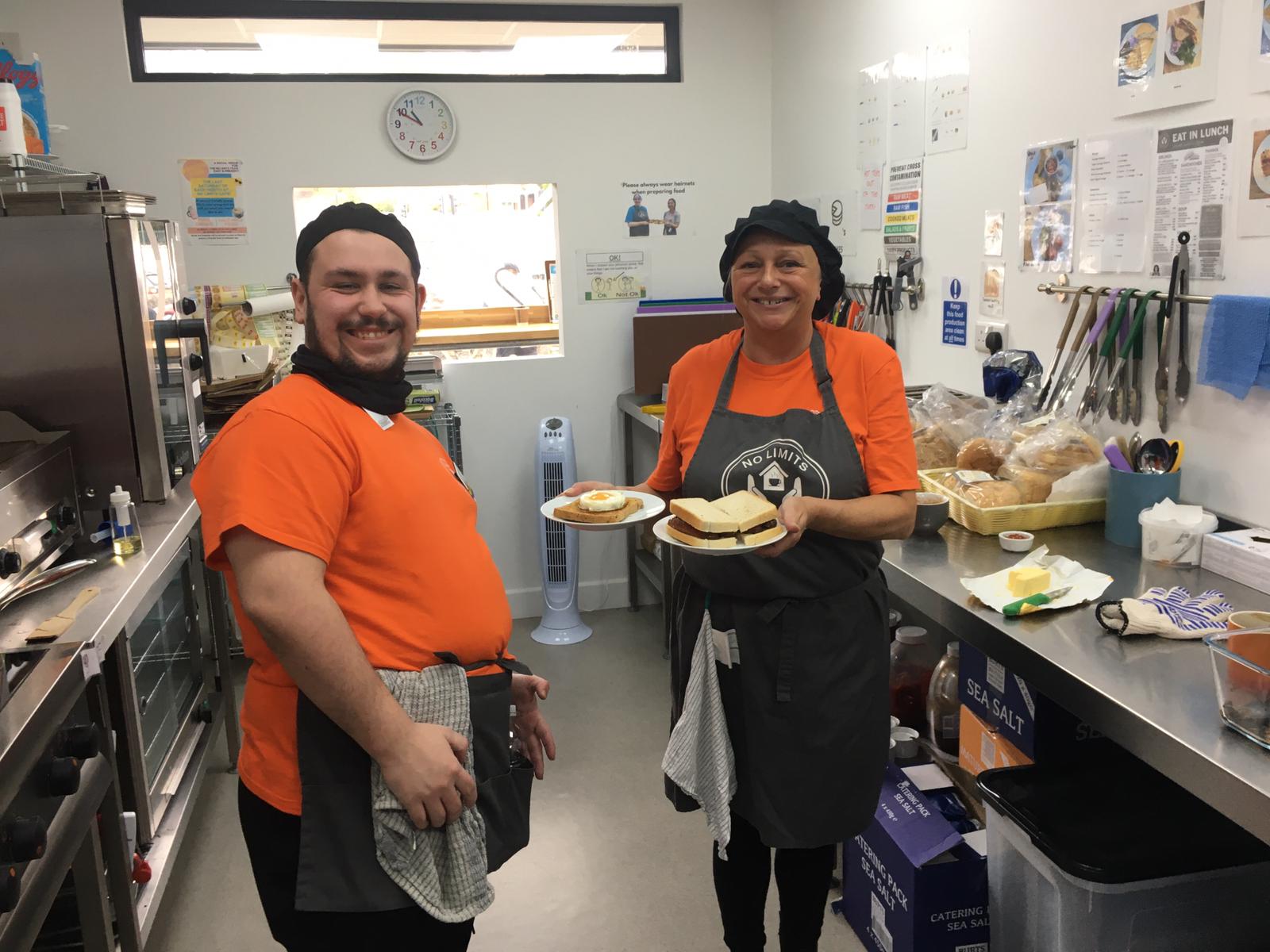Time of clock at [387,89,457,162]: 10:49
